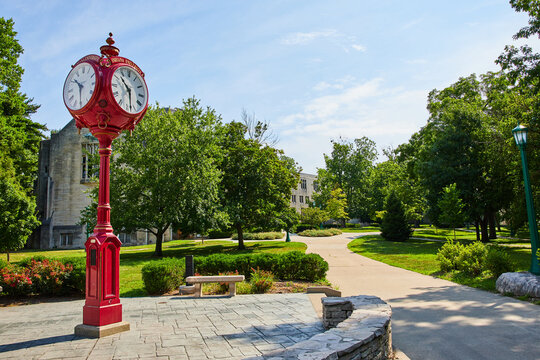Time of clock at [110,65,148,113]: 10:28
